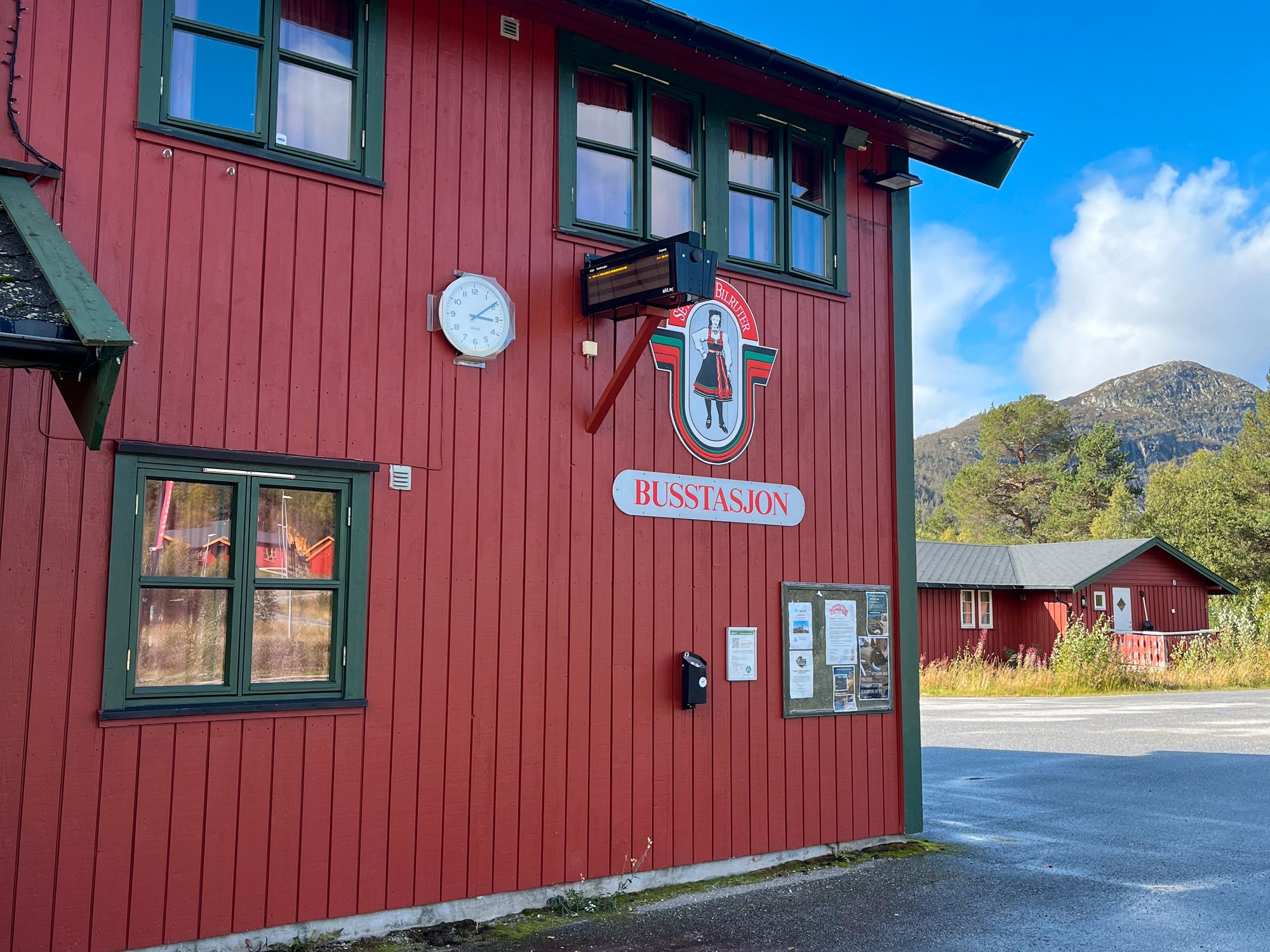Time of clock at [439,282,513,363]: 3:09
